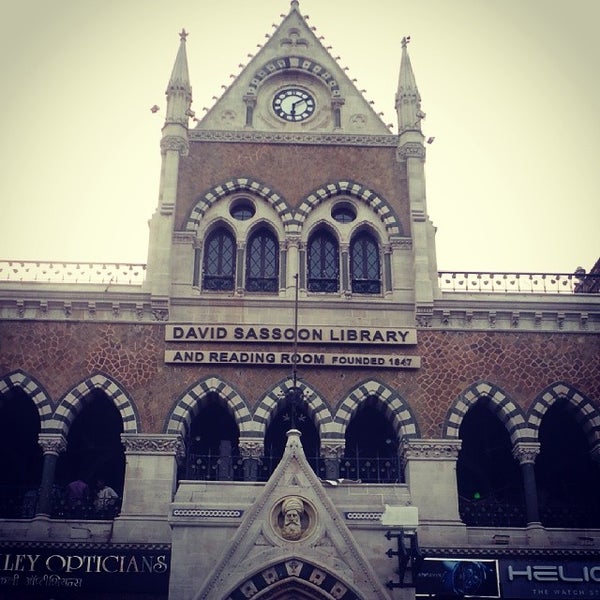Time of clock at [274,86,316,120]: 6:09
